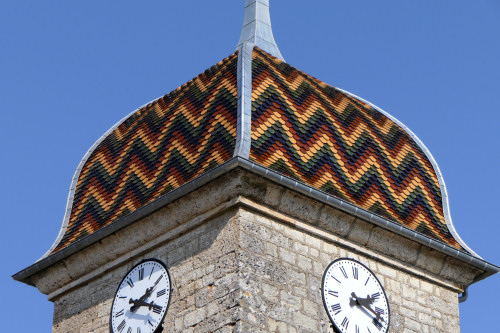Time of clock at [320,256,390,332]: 2:18
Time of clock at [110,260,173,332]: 2:18
